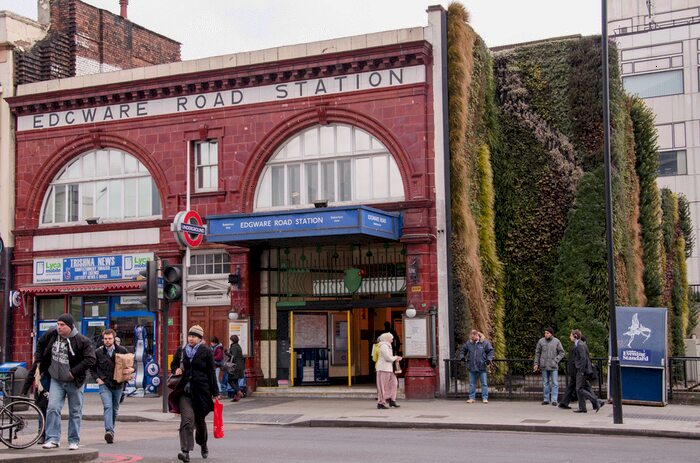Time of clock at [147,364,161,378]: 9:01
